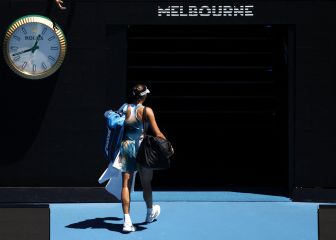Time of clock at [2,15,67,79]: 12:42
